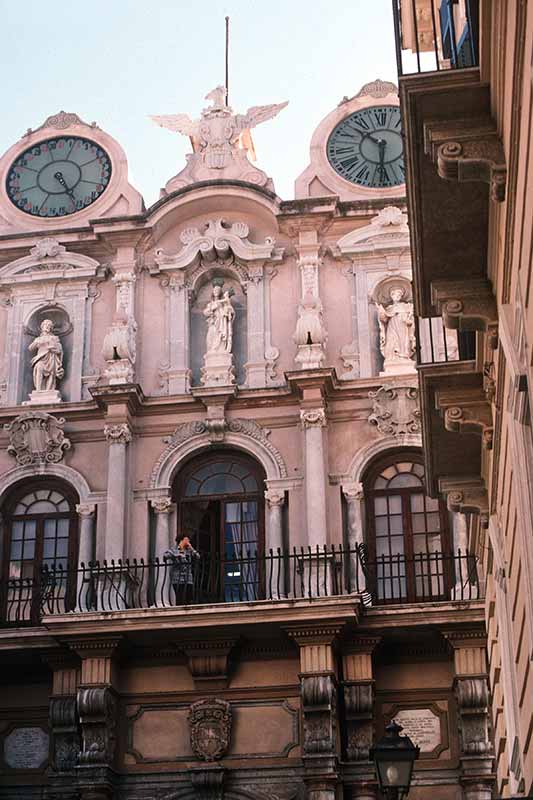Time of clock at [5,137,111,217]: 5:26
